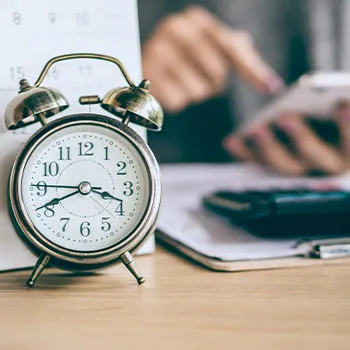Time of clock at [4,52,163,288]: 3:41
